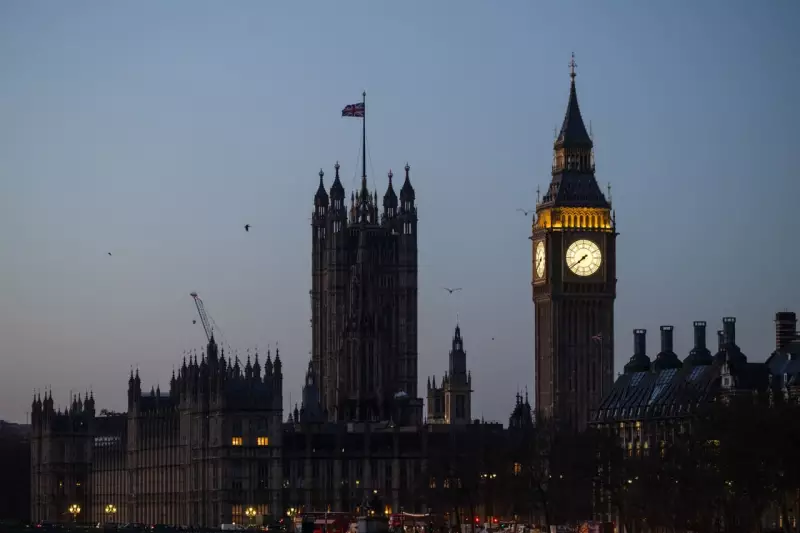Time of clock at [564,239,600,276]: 7:38
